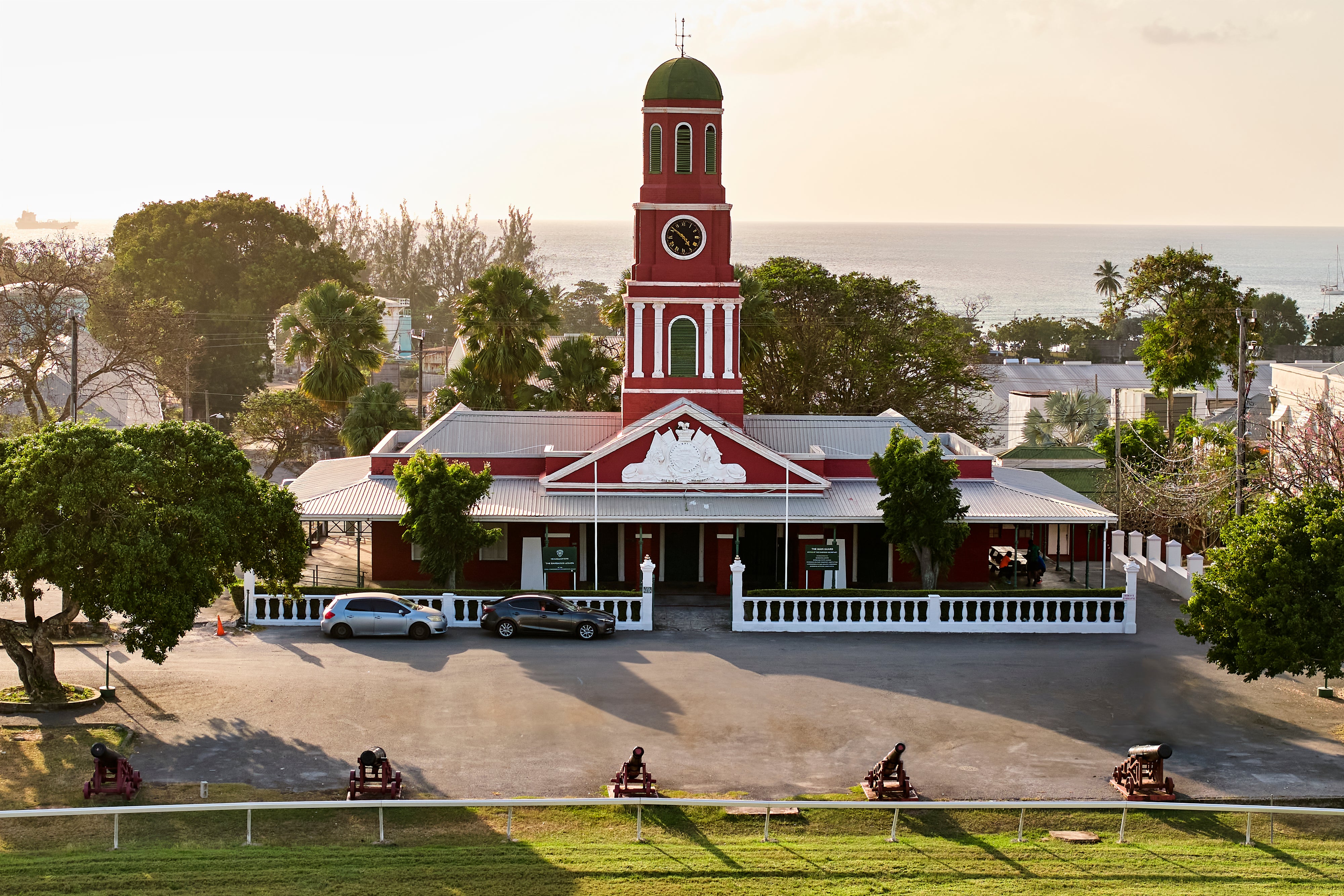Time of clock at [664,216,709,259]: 4:51
